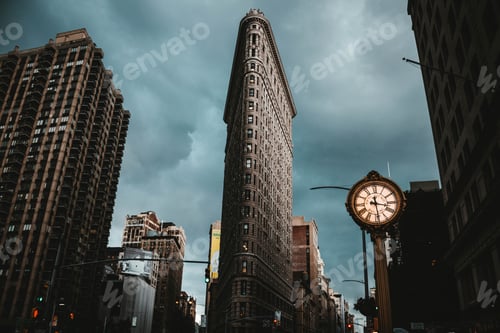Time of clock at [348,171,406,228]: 3:28
